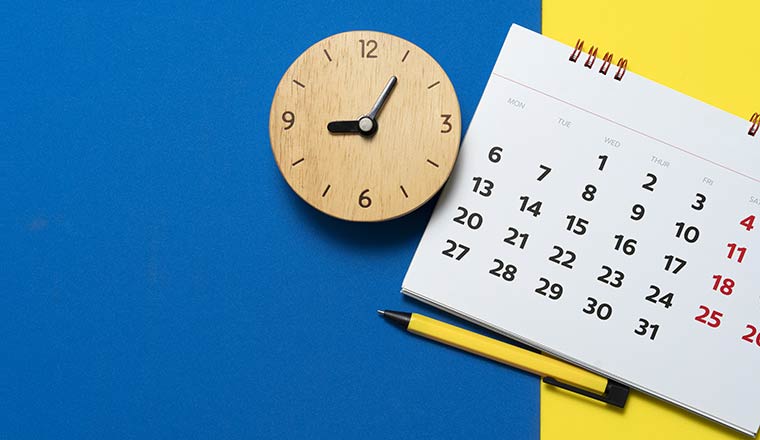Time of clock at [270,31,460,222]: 9:05
